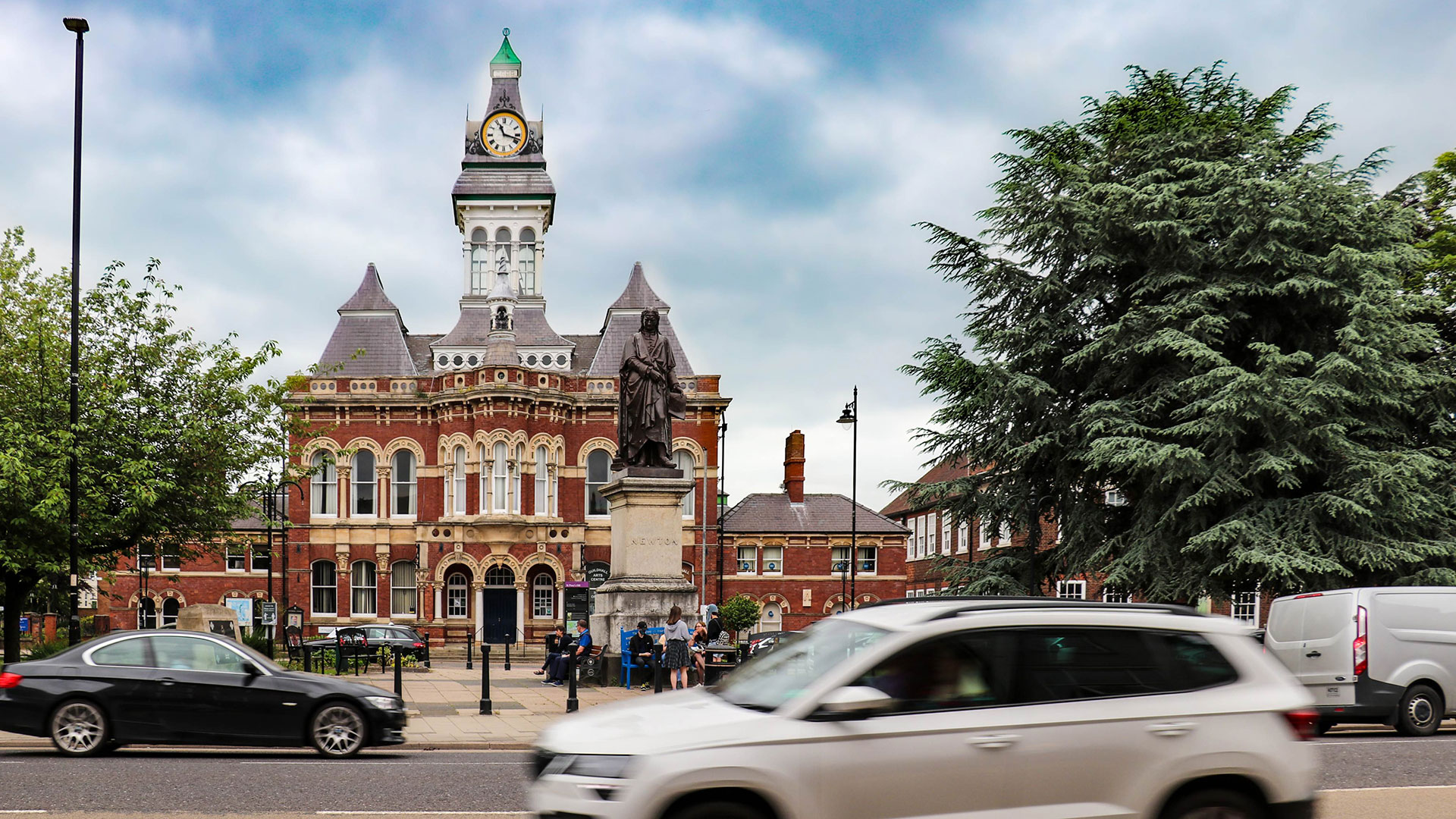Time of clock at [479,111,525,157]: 11:17
